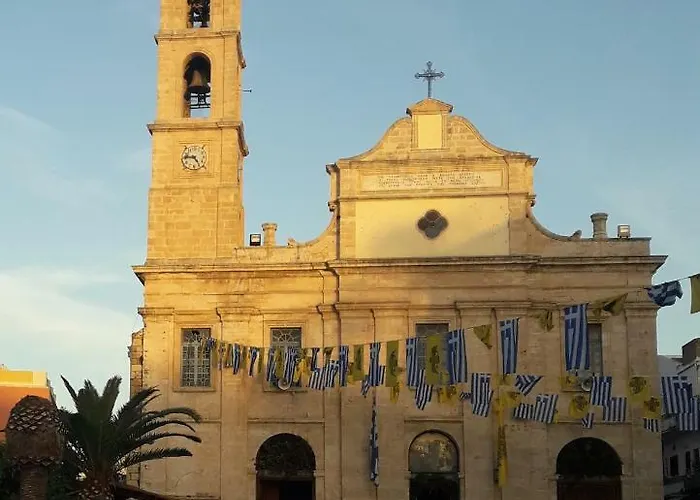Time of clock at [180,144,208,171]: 4:46
